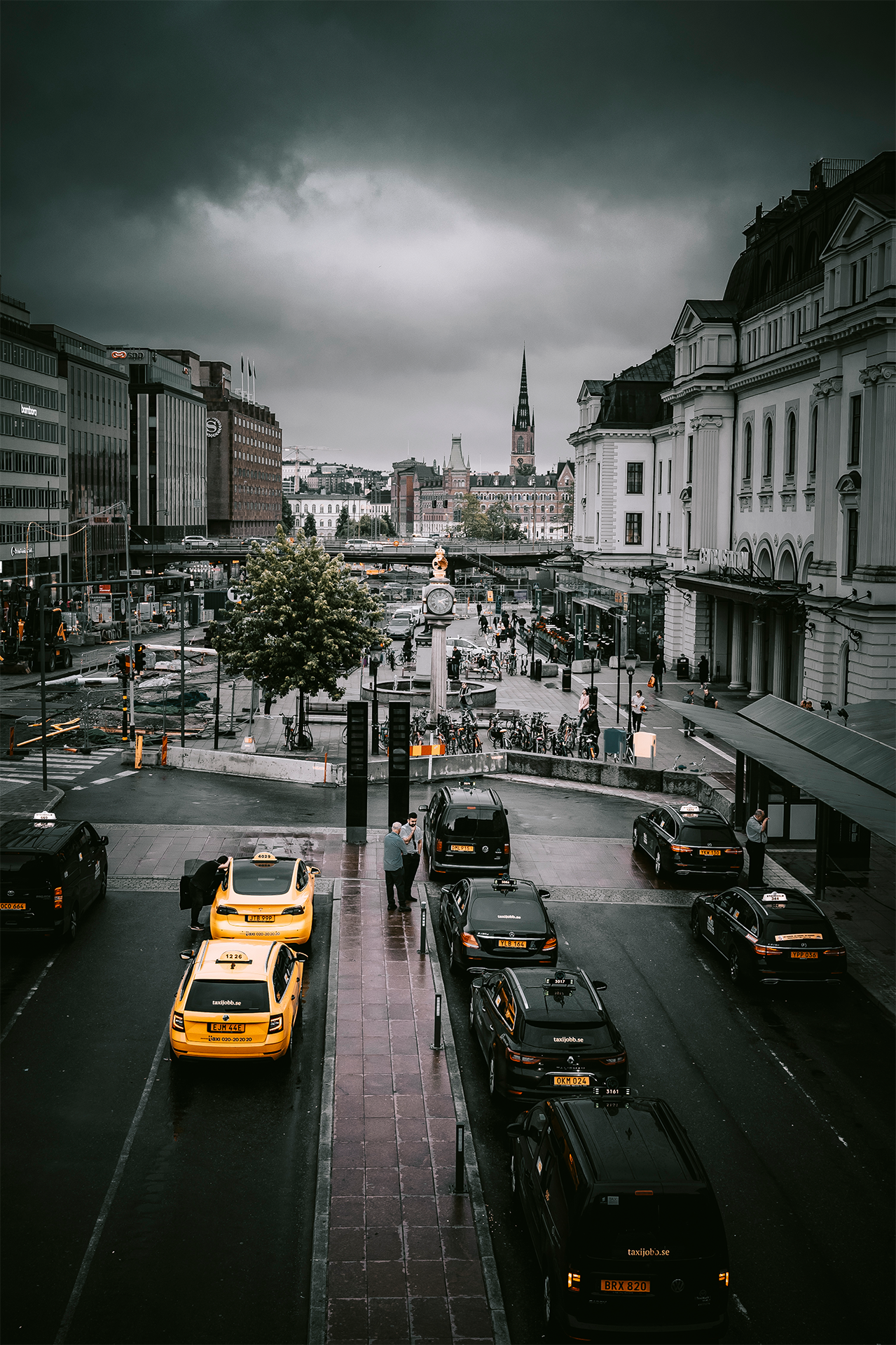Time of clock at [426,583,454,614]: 4:11
